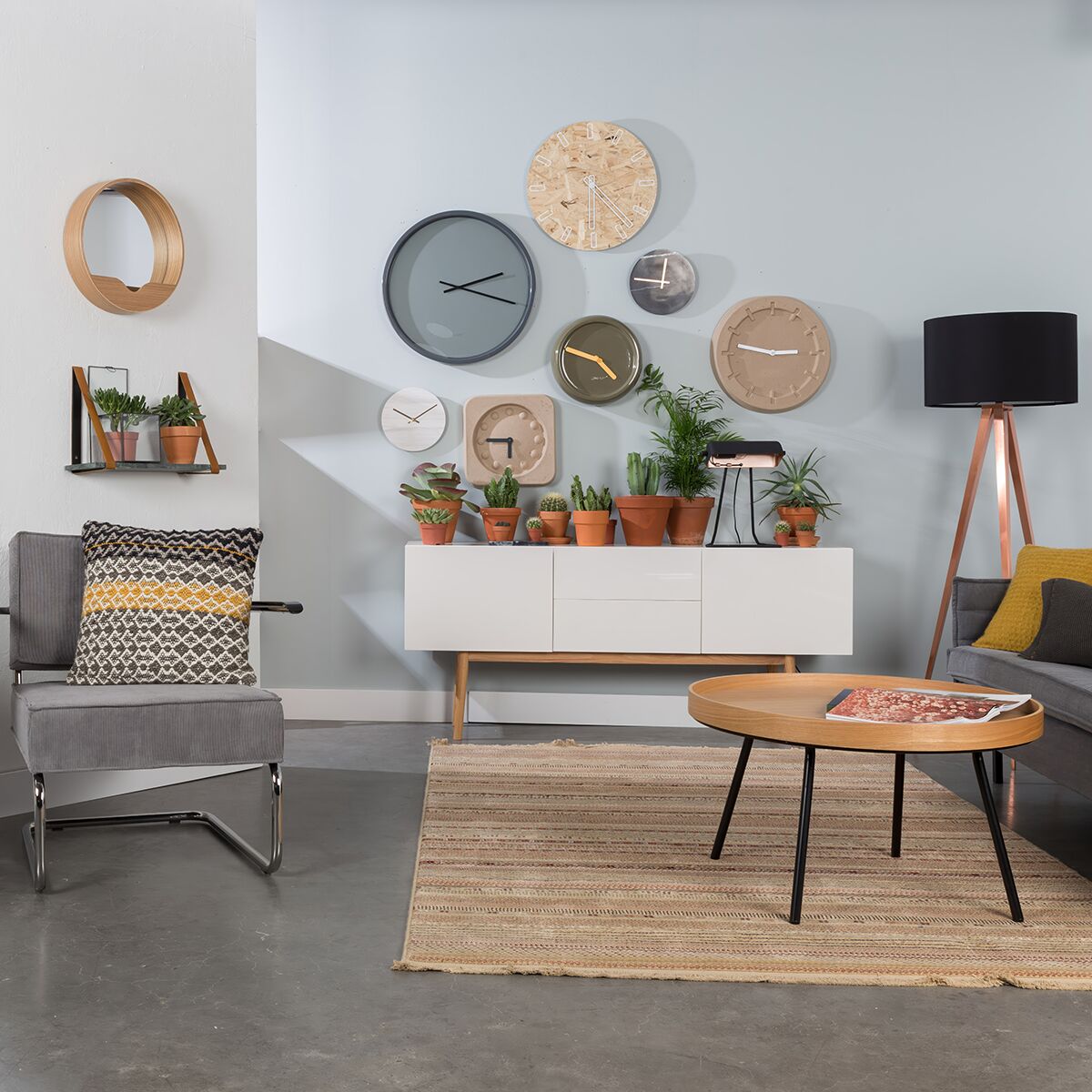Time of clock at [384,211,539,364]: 2:17
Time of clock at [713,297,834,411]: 2:47
